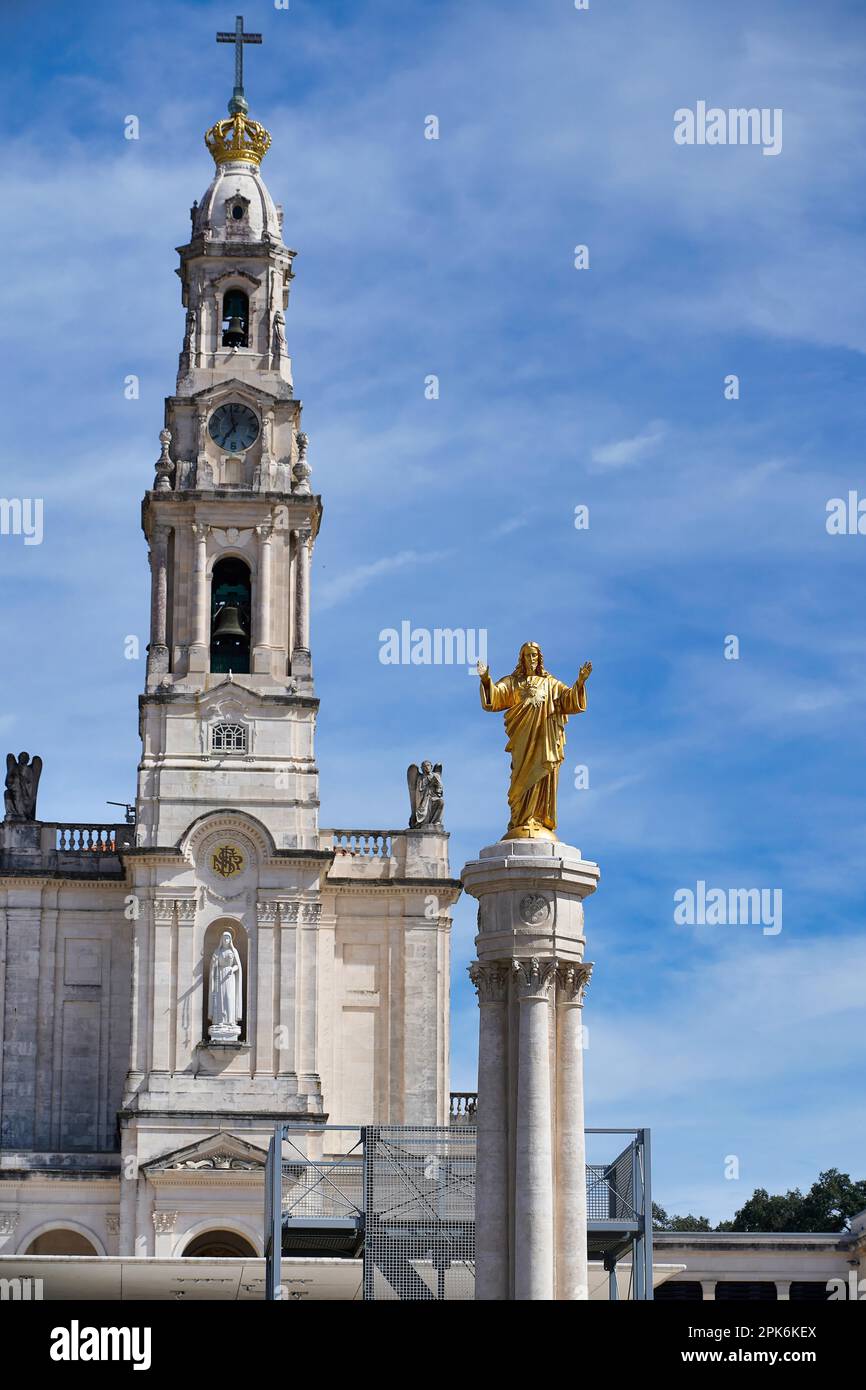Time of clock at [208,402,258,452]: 11:36
